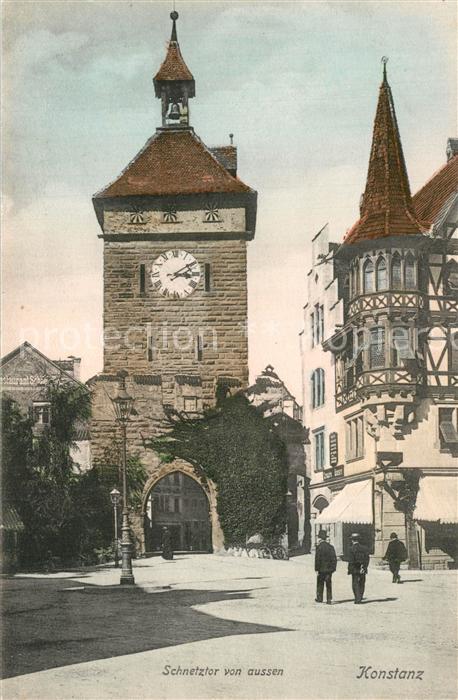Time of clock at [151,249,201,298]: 3:09
